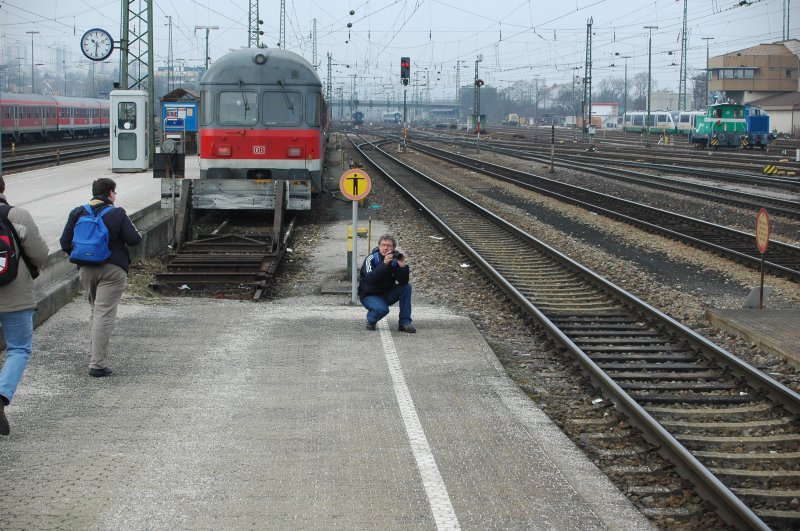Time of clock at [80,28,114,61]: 10:31
